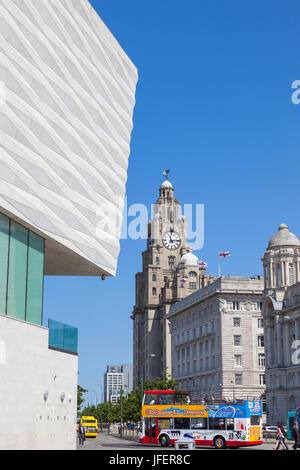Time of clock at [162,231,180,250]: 11:13
